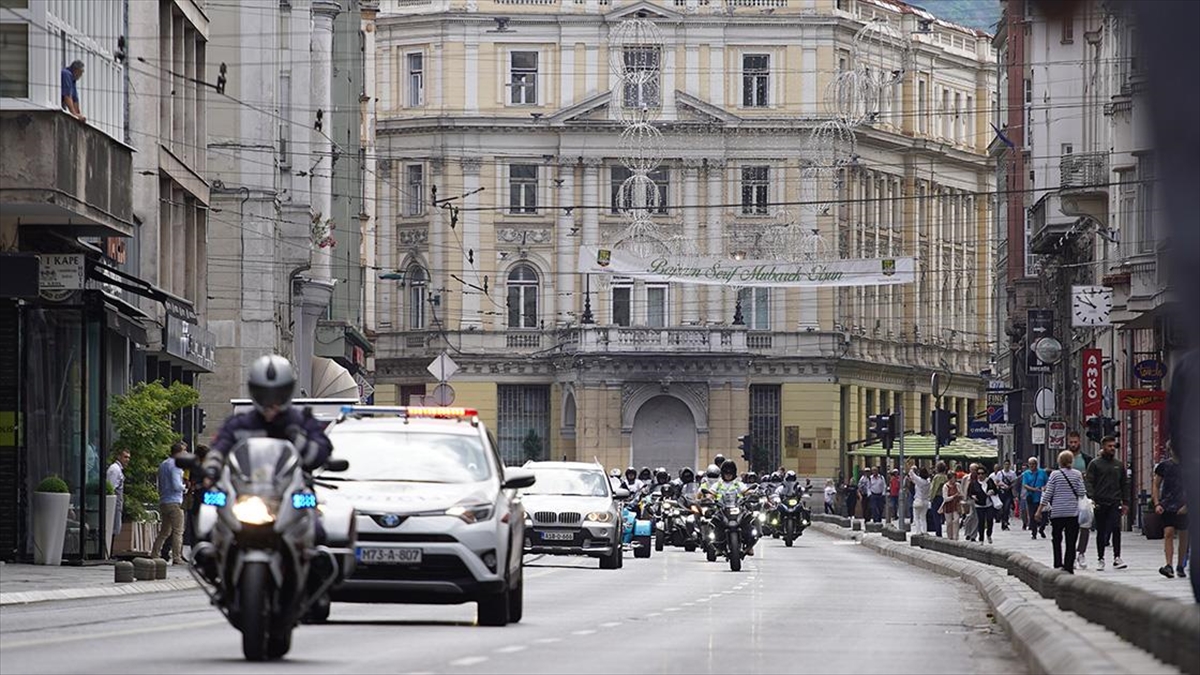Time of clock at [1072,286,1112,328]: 10:48
